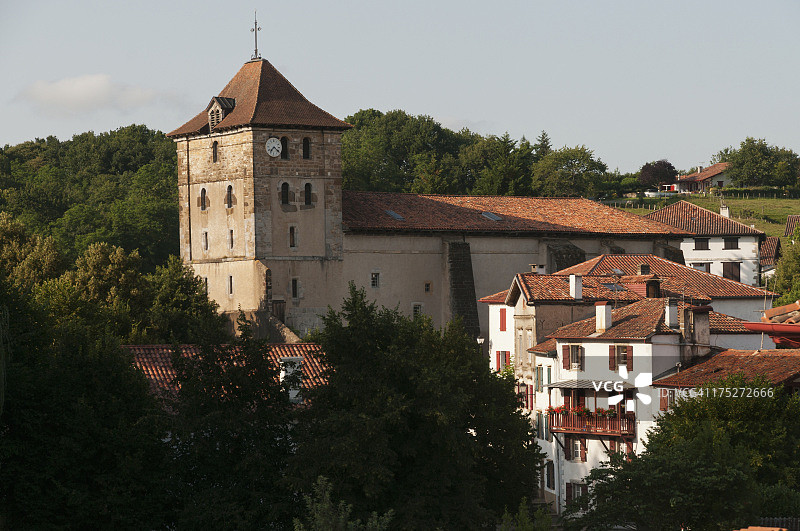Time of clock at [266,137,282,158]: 7:21
